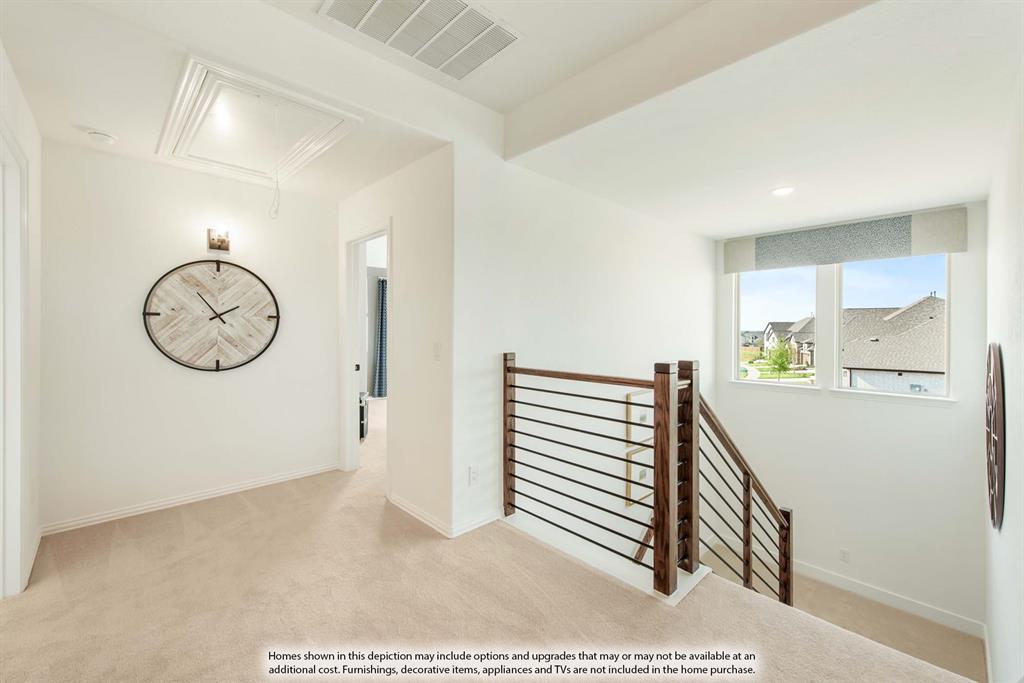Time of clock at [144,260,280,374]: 1:54
